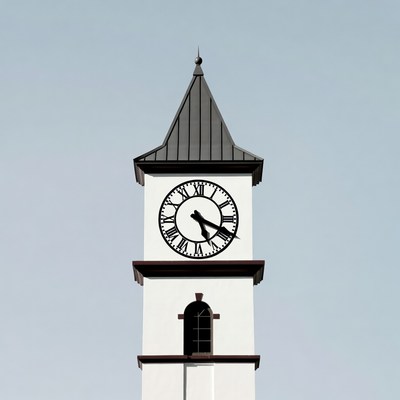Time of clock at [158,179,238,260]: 5:19
